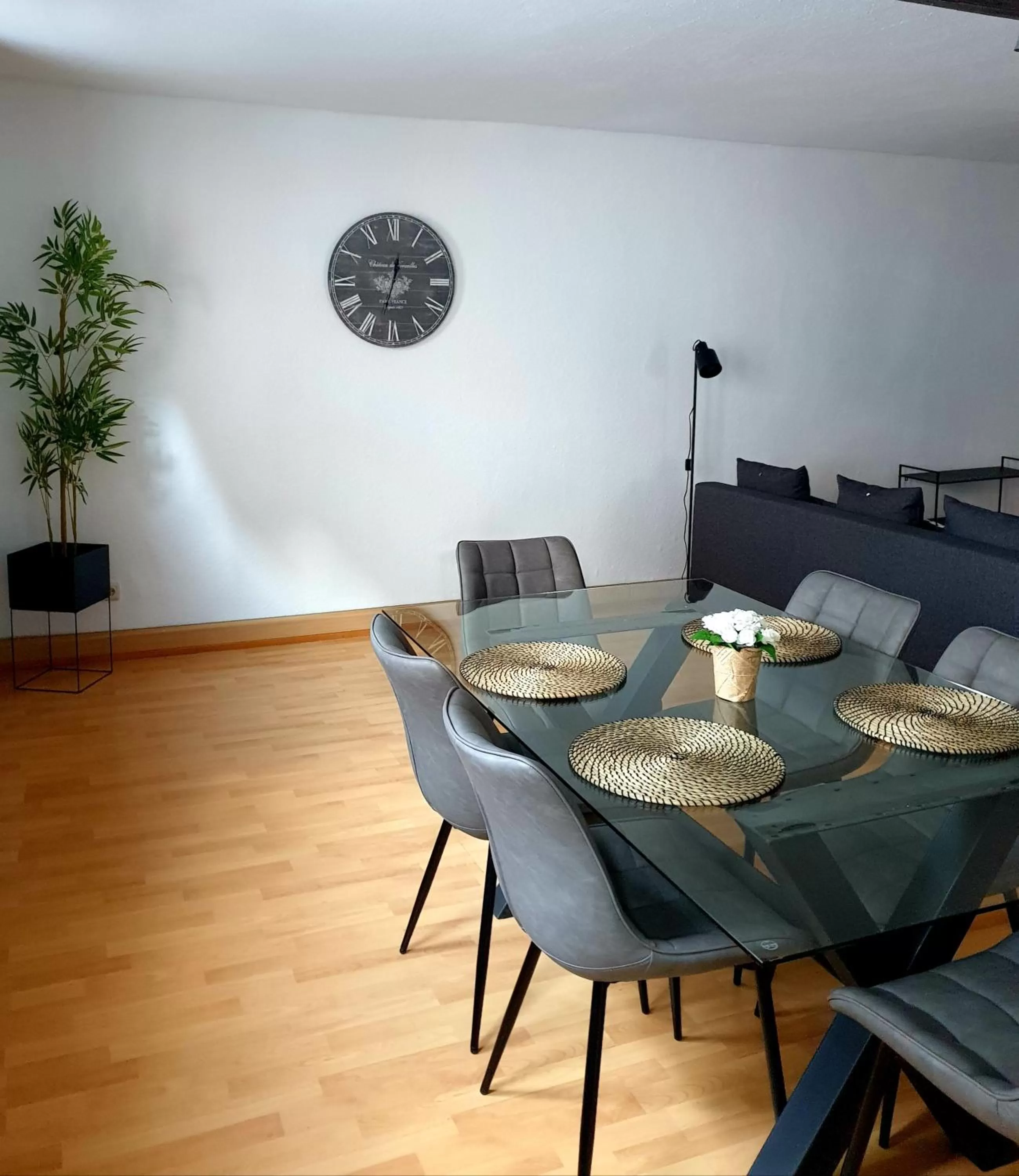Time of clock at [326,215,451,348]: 12:32
